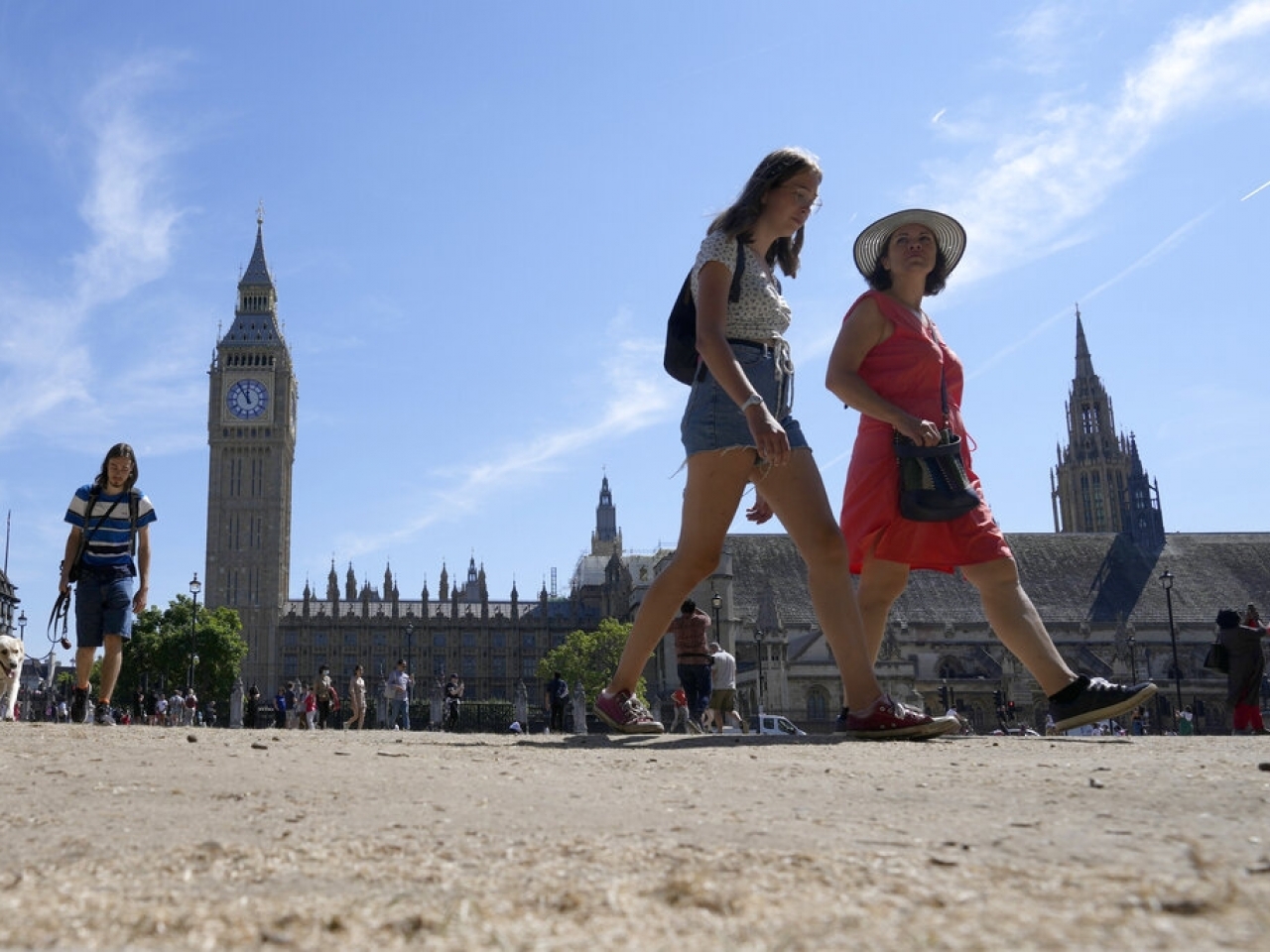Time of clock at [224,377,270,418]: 11:54
